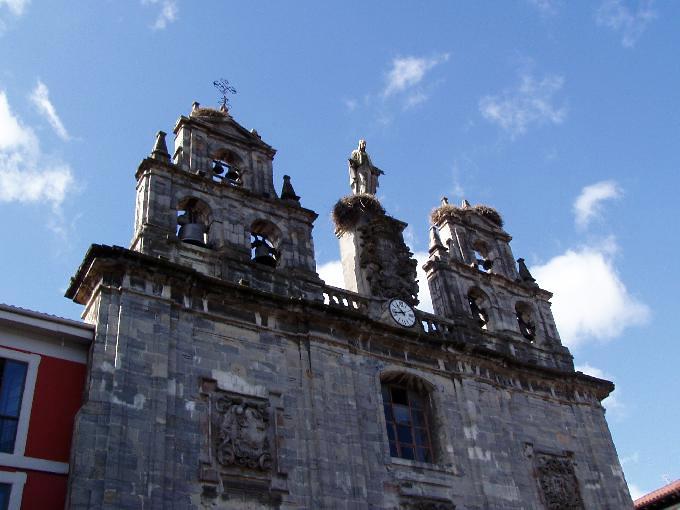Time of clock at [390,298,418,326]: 10:42
